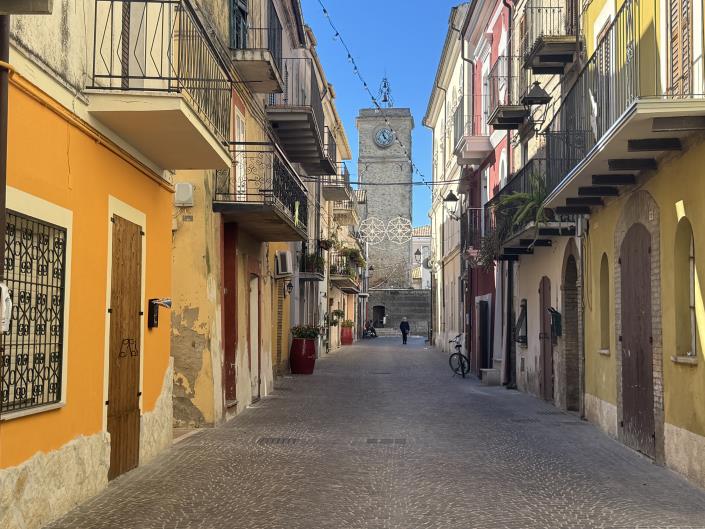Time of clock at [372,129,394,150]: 11:22
